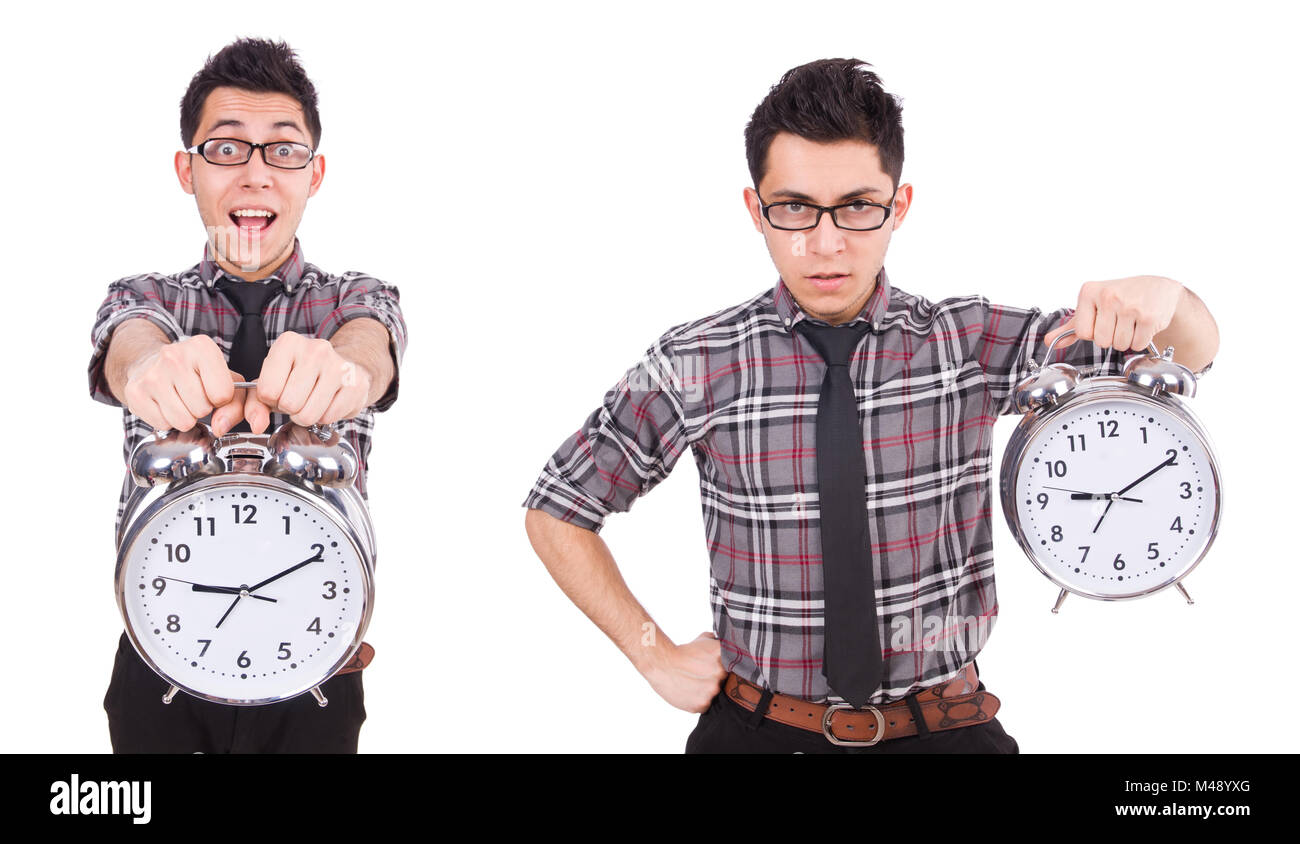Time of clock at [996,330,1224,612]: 9:10
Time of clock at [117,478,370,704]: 9:10
